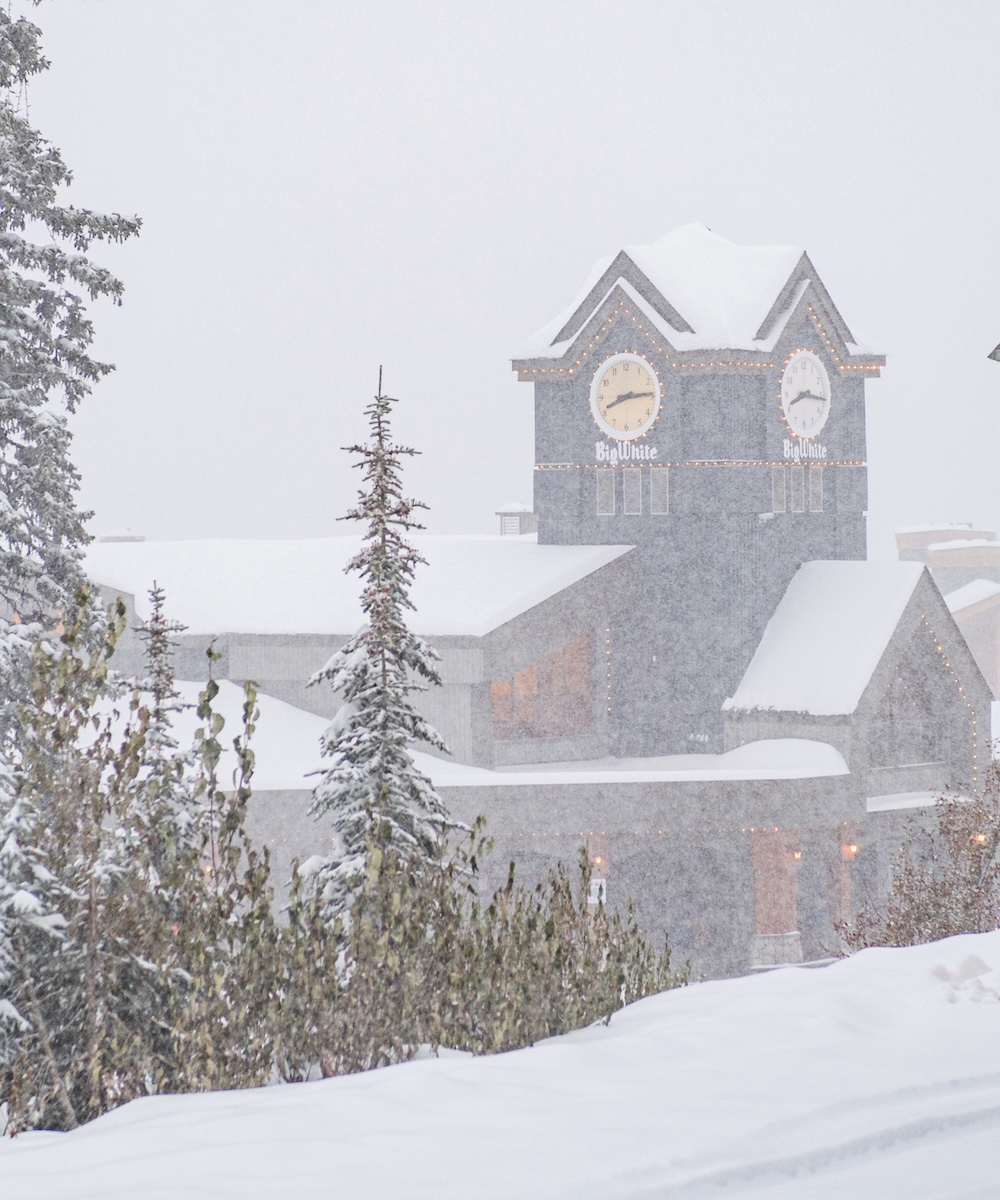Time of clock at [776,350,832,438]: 8:16
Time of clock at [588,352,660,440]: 8:14
